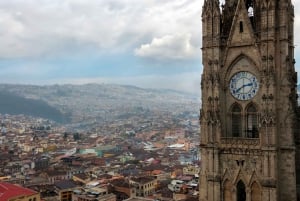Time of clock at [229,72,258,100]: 2:39
